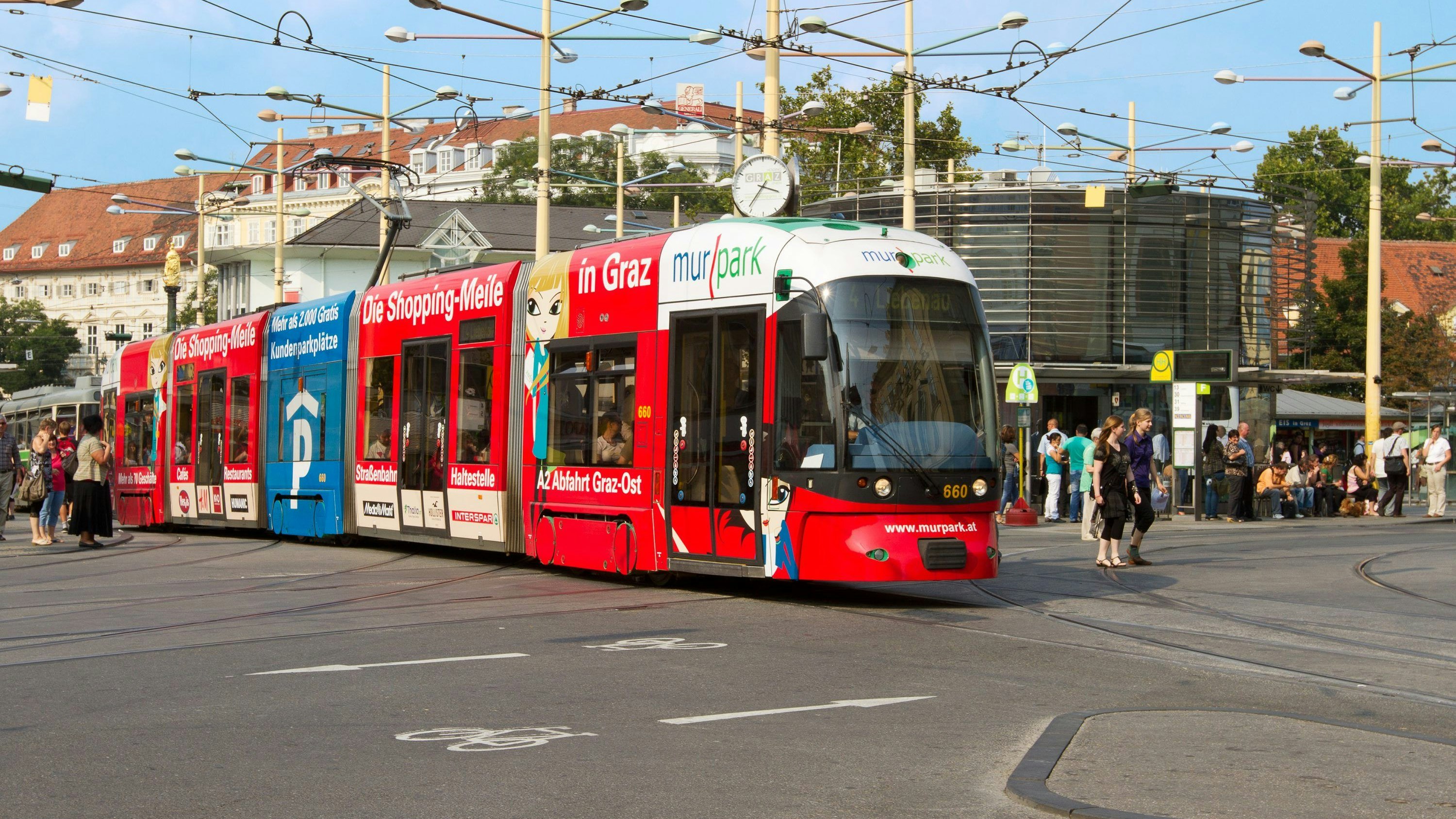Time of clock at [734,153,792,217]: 3:36
